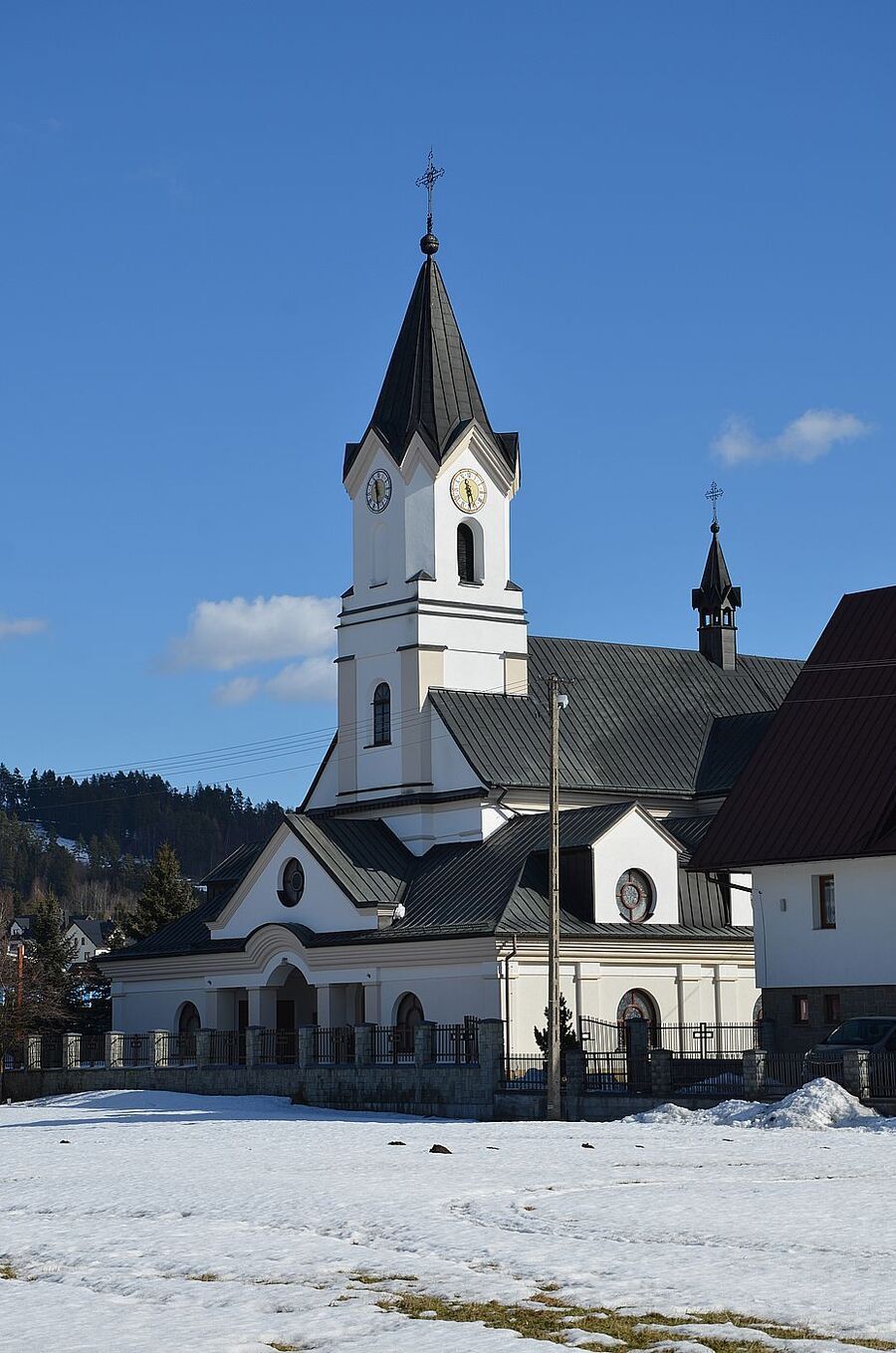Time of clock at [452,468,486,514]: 11:28
